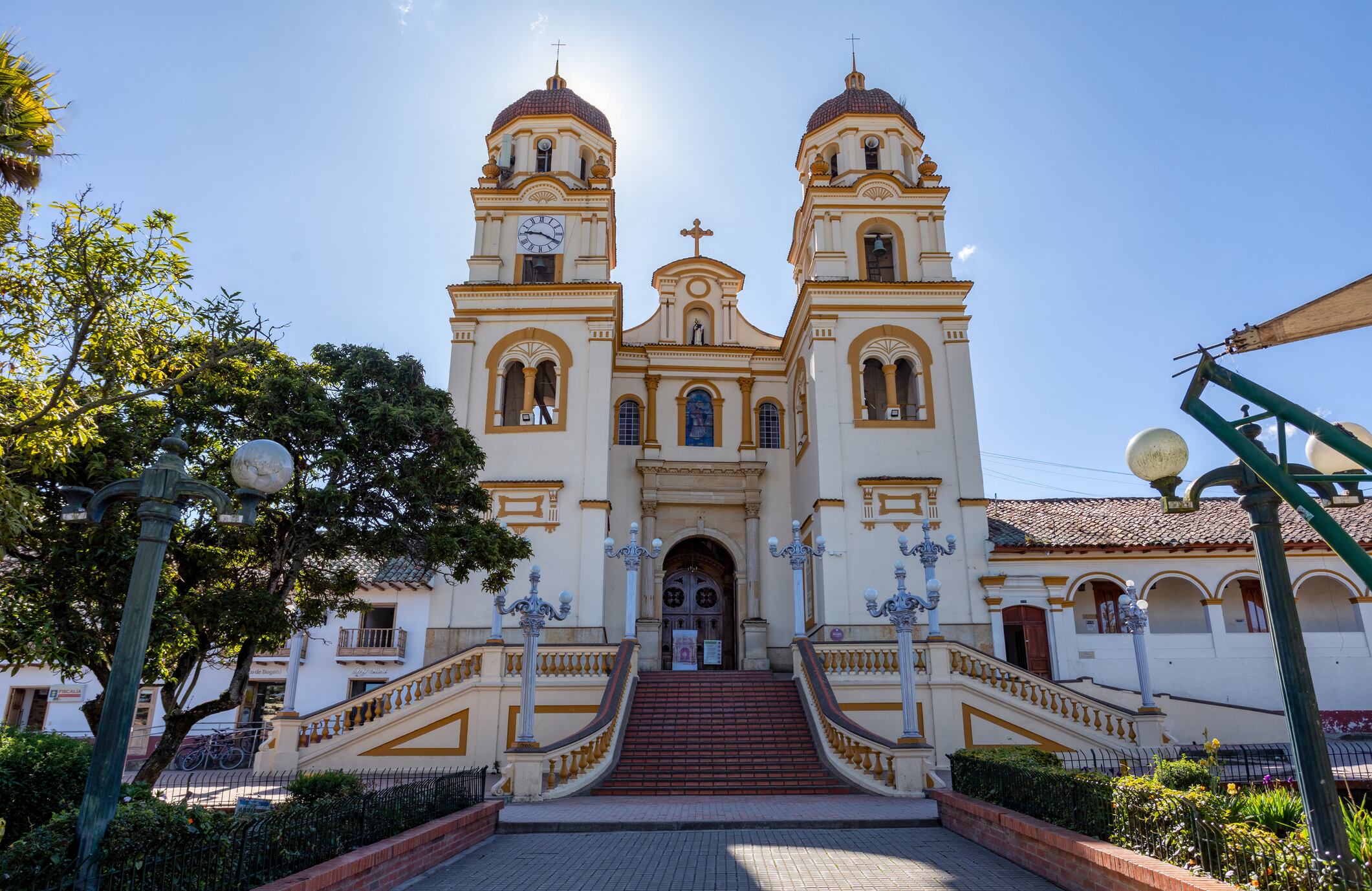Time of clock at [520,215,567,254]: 9:19
